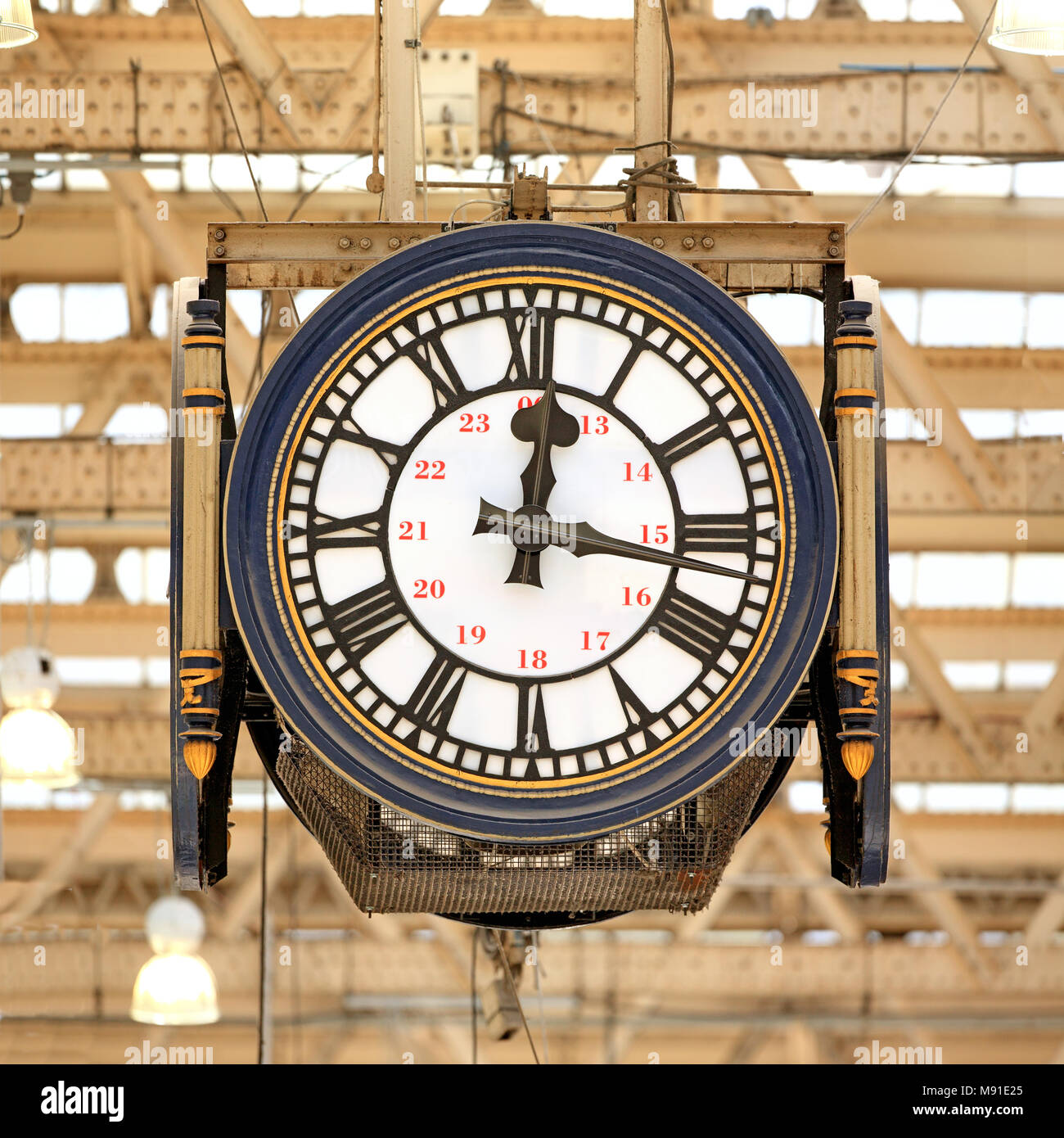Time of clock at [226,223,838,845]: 12:16
